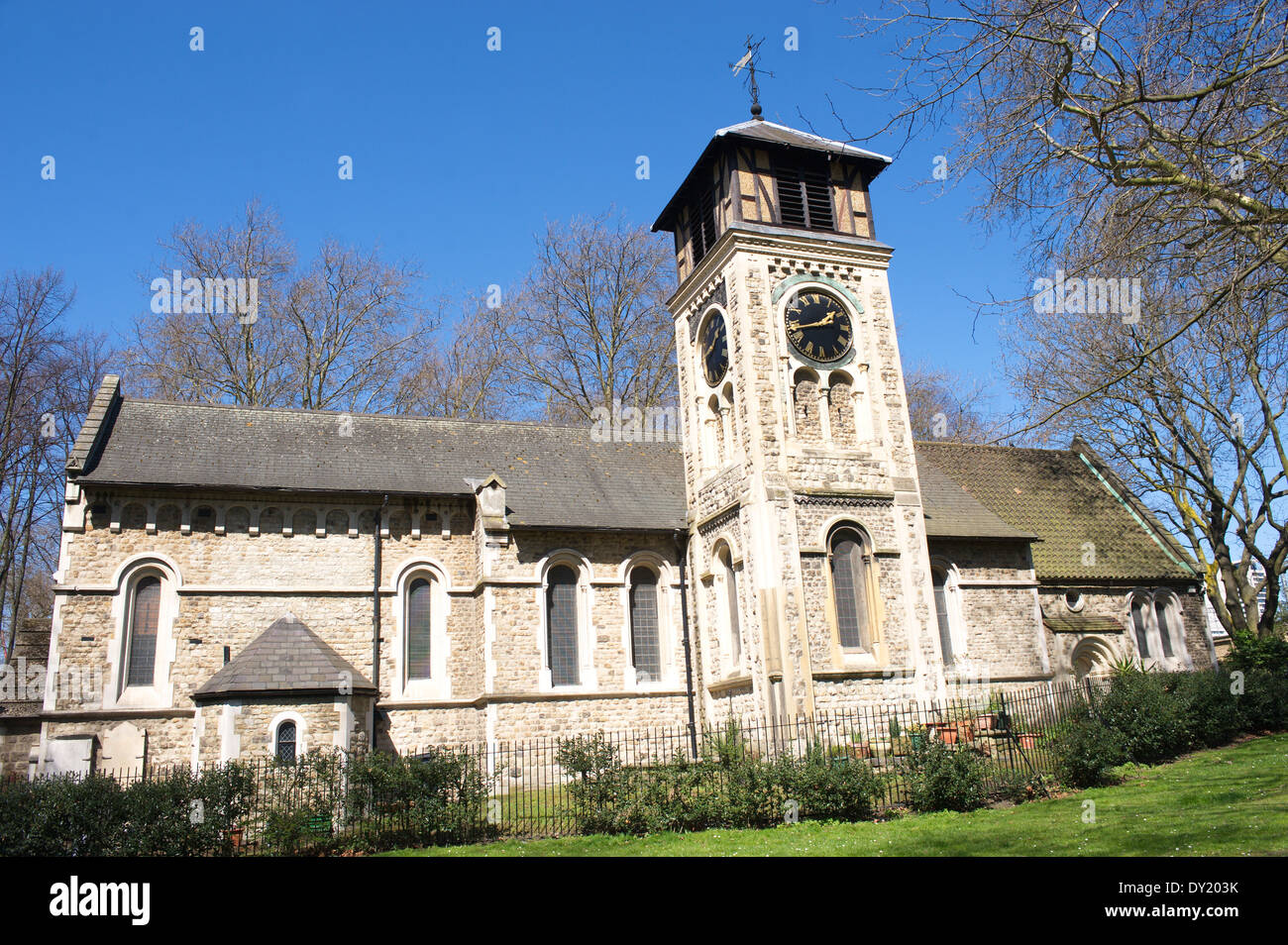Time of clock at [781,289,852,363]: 1:42
